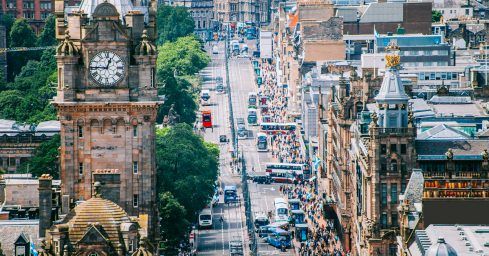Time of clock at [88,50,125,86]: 12:45
